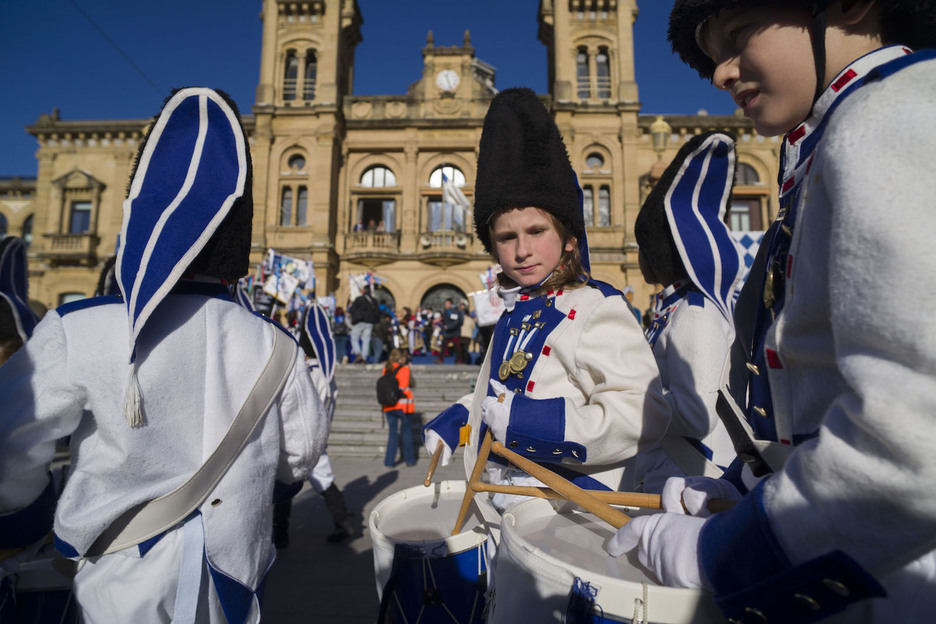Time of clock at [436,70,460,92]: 12:26
